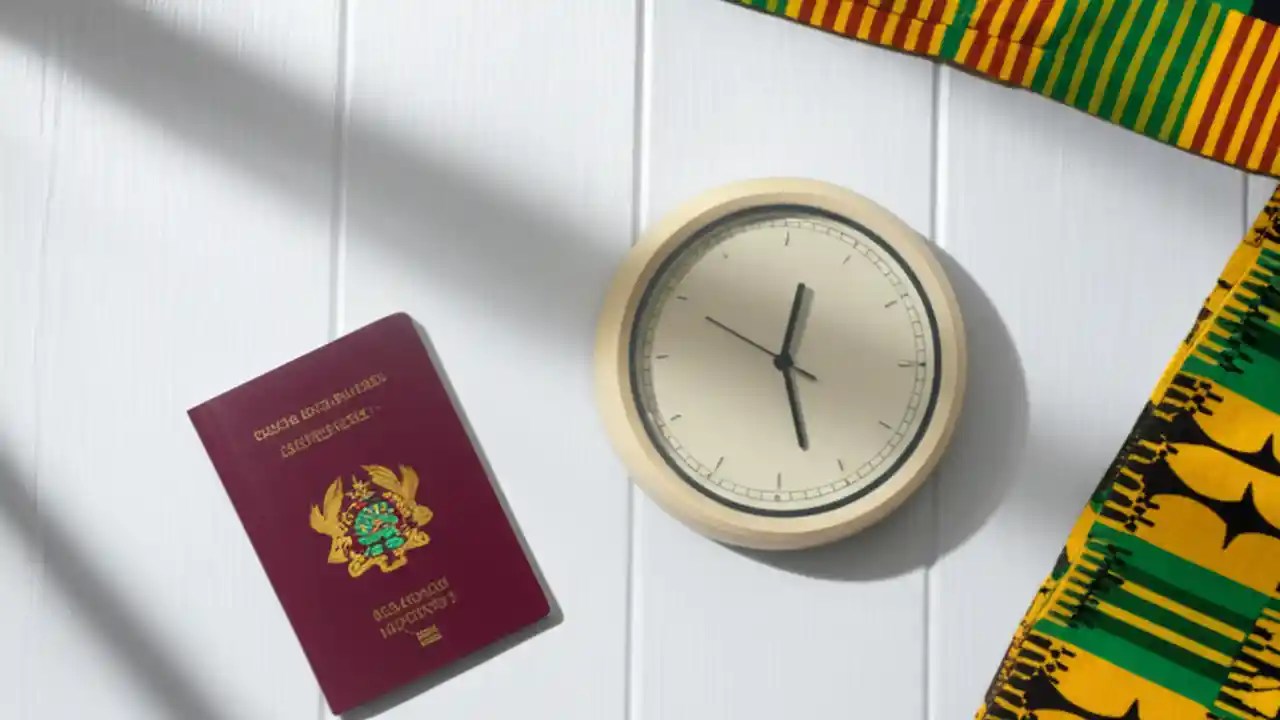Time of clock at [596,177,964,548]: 12:27
